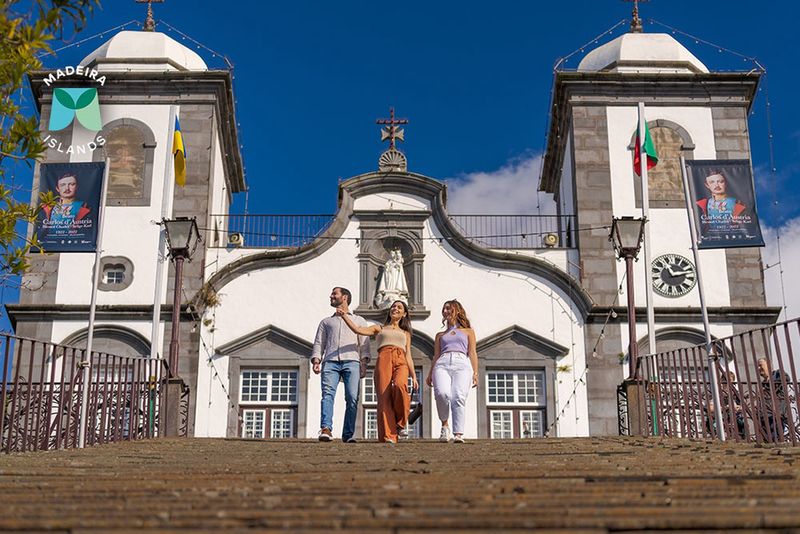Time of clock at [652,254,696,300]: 11:12
